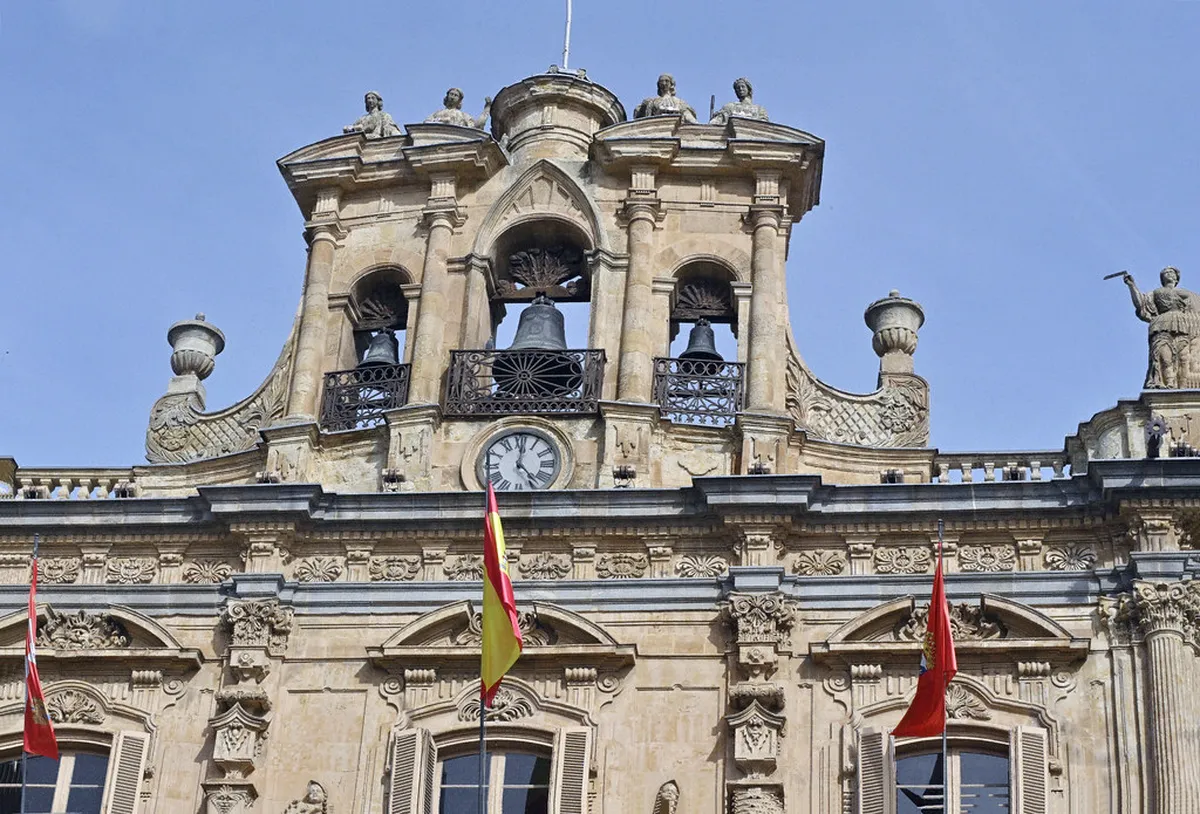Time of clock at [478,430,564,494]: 12:23
